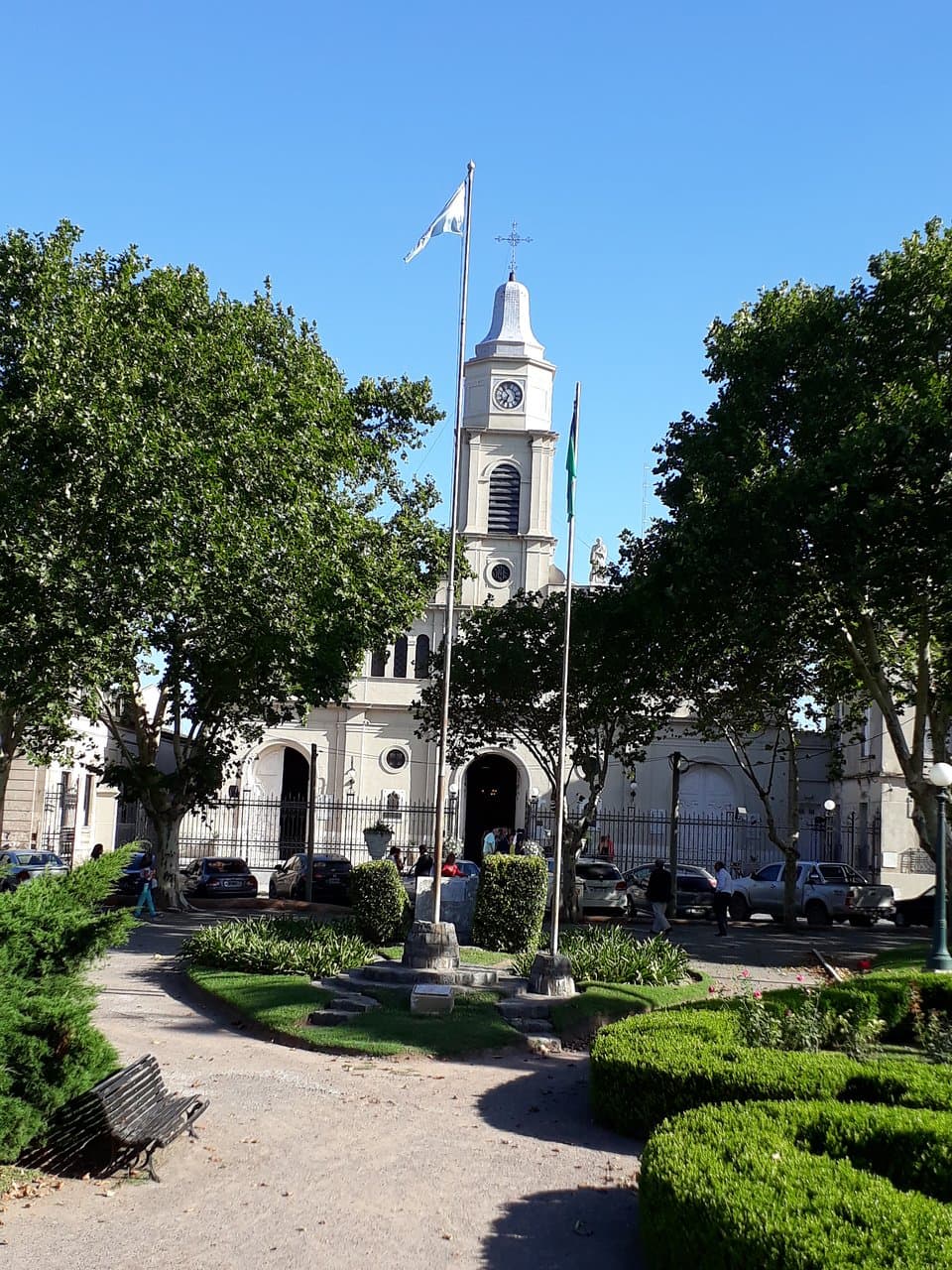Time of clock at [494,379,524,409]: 6:53
